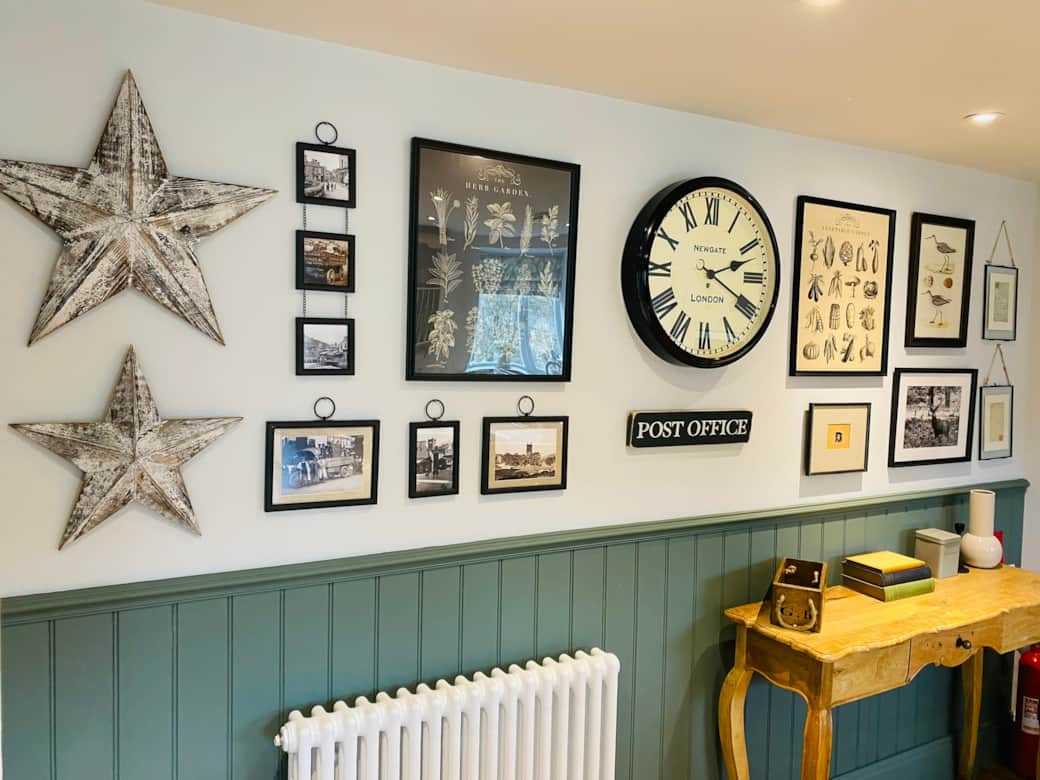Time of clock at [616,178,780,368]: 2:19
